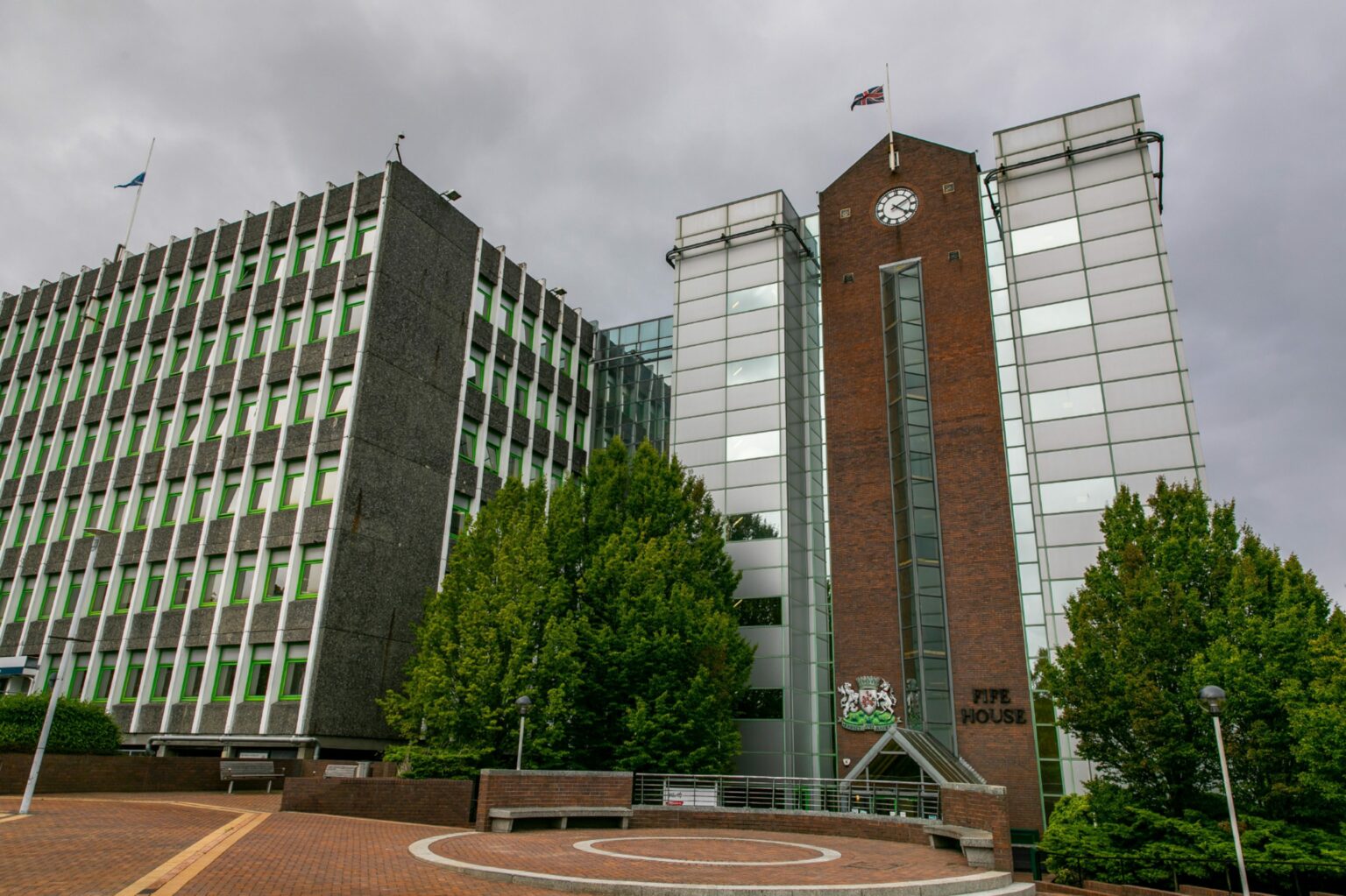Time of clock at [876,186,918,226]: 4:10
